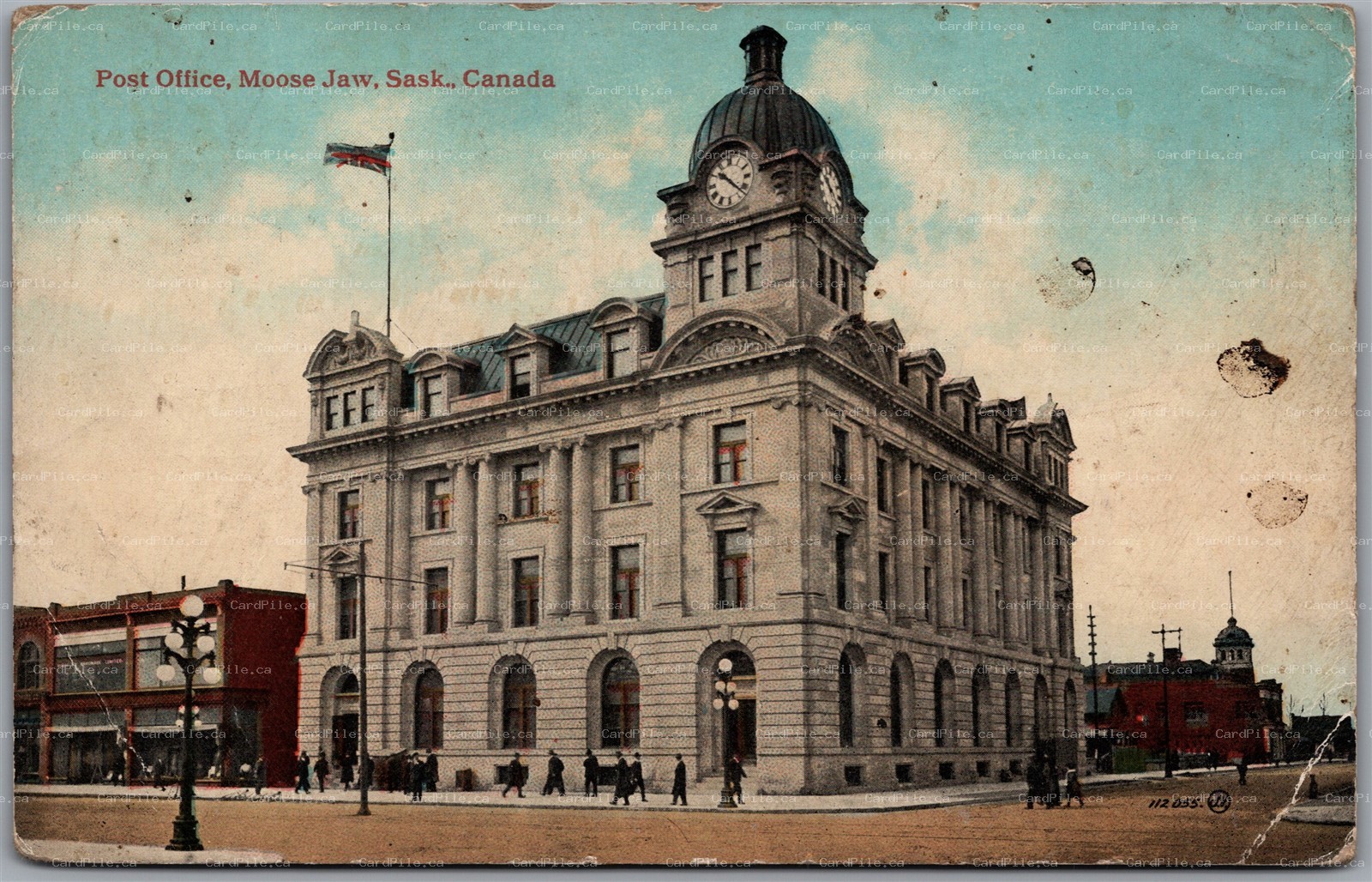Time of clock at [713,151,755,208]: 10:22
